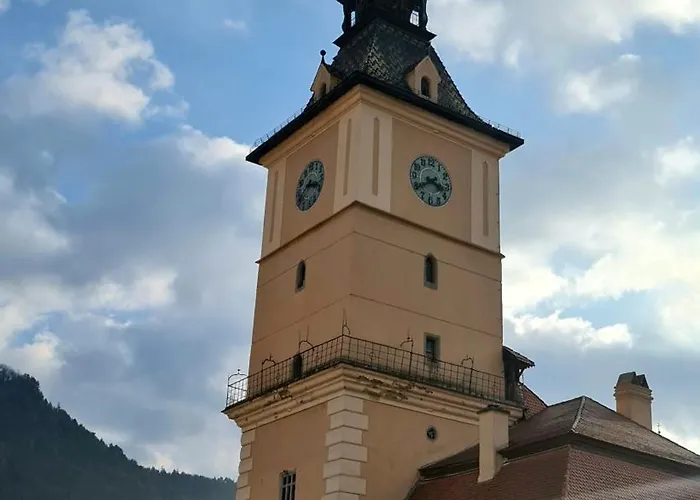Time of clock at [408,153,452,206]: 3:39
